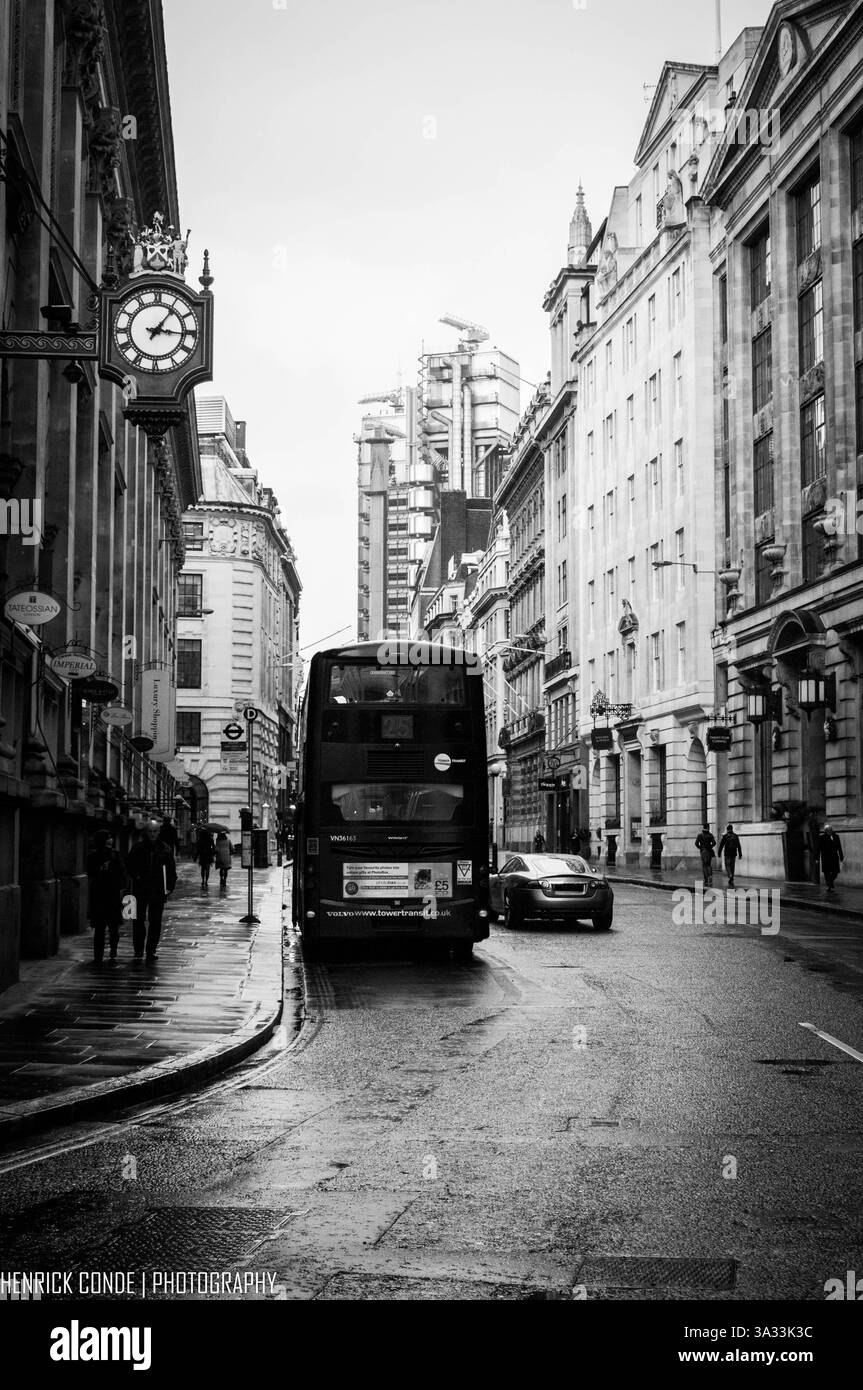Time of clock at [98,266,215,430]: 1:16
